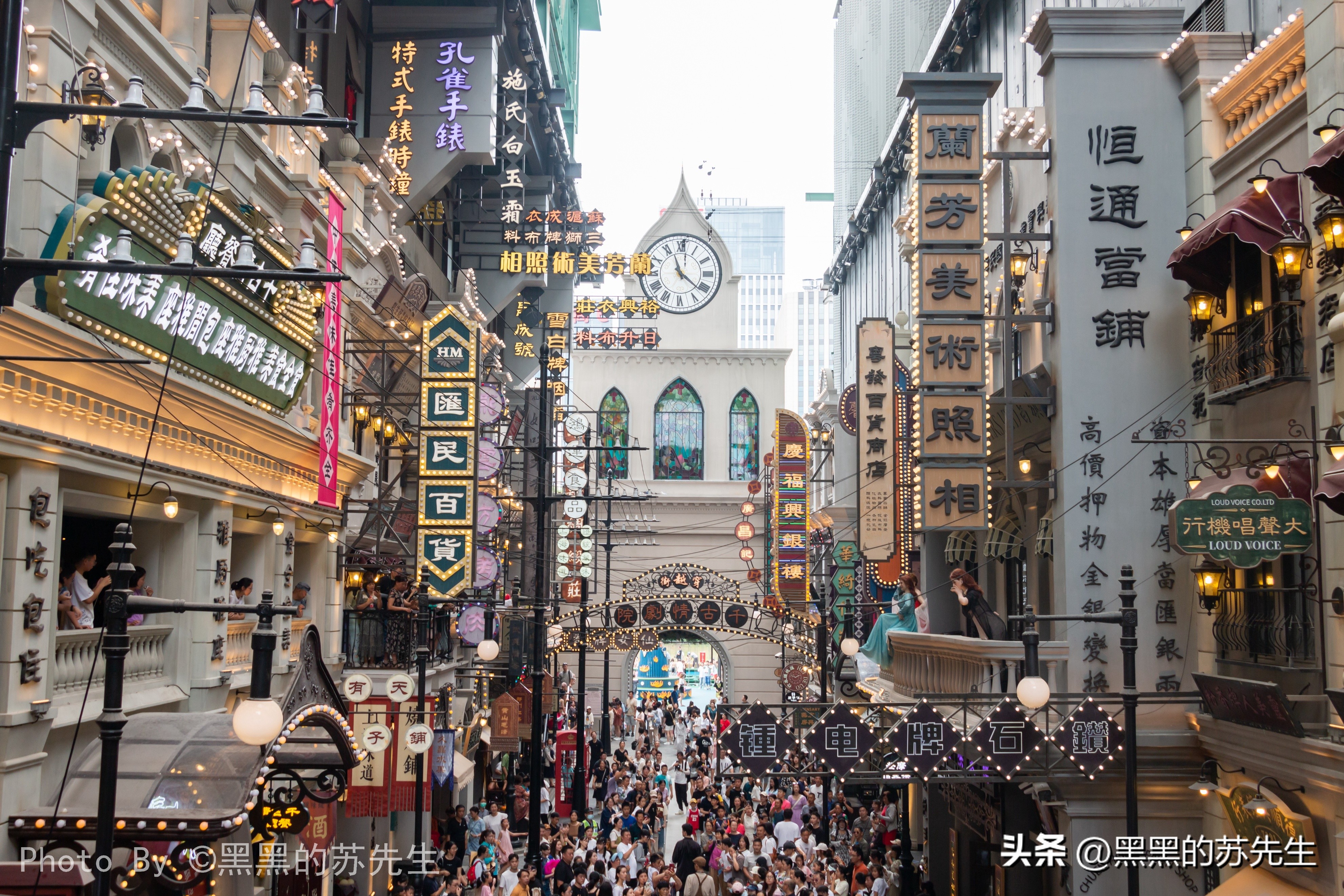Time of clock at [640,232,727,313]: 11:21
